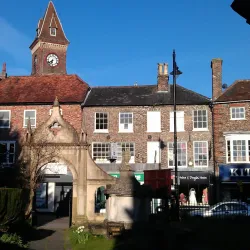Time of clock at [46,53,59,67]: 6:38
